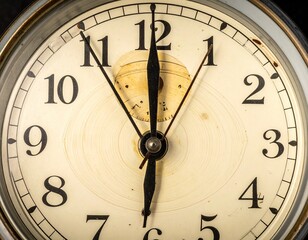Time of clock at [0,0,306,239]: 6:00
